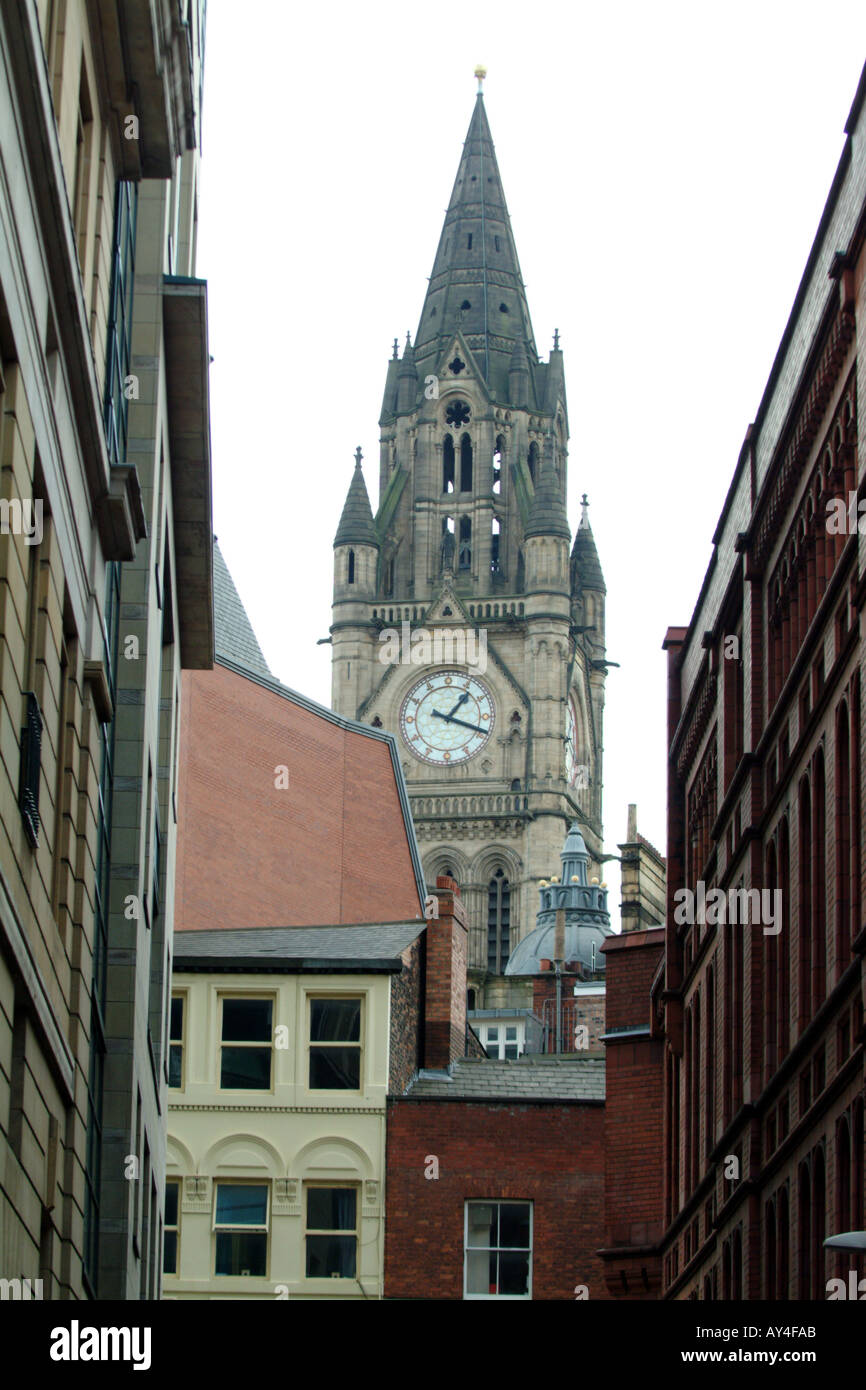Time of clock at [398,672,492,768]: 1:18
